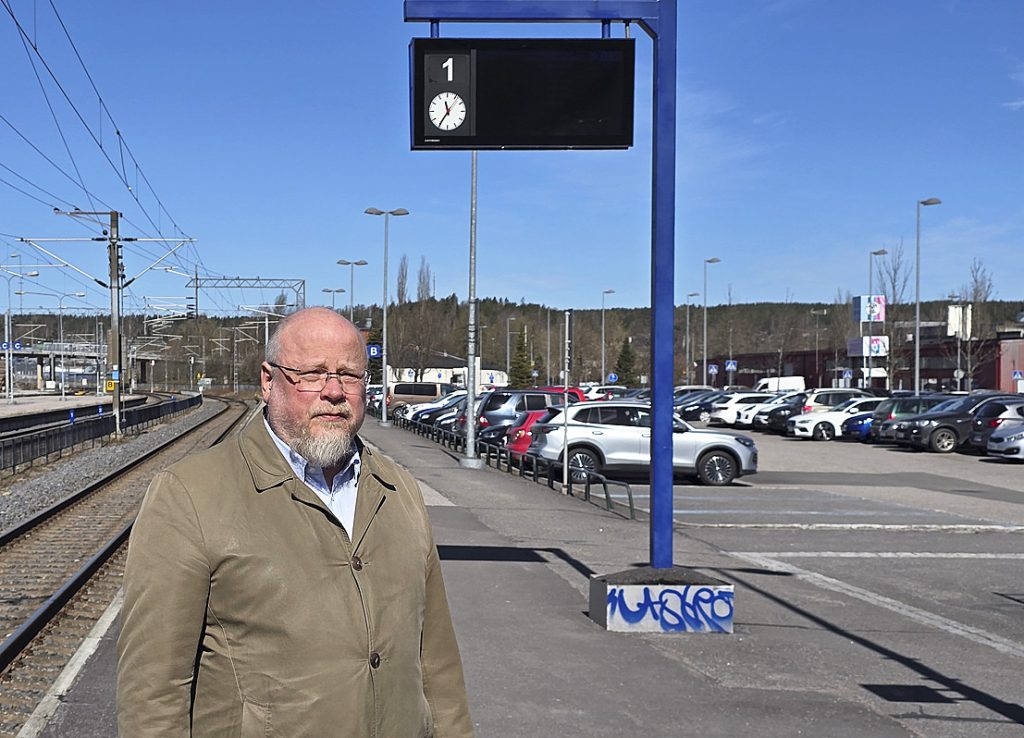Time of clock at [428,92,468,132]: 11:35
